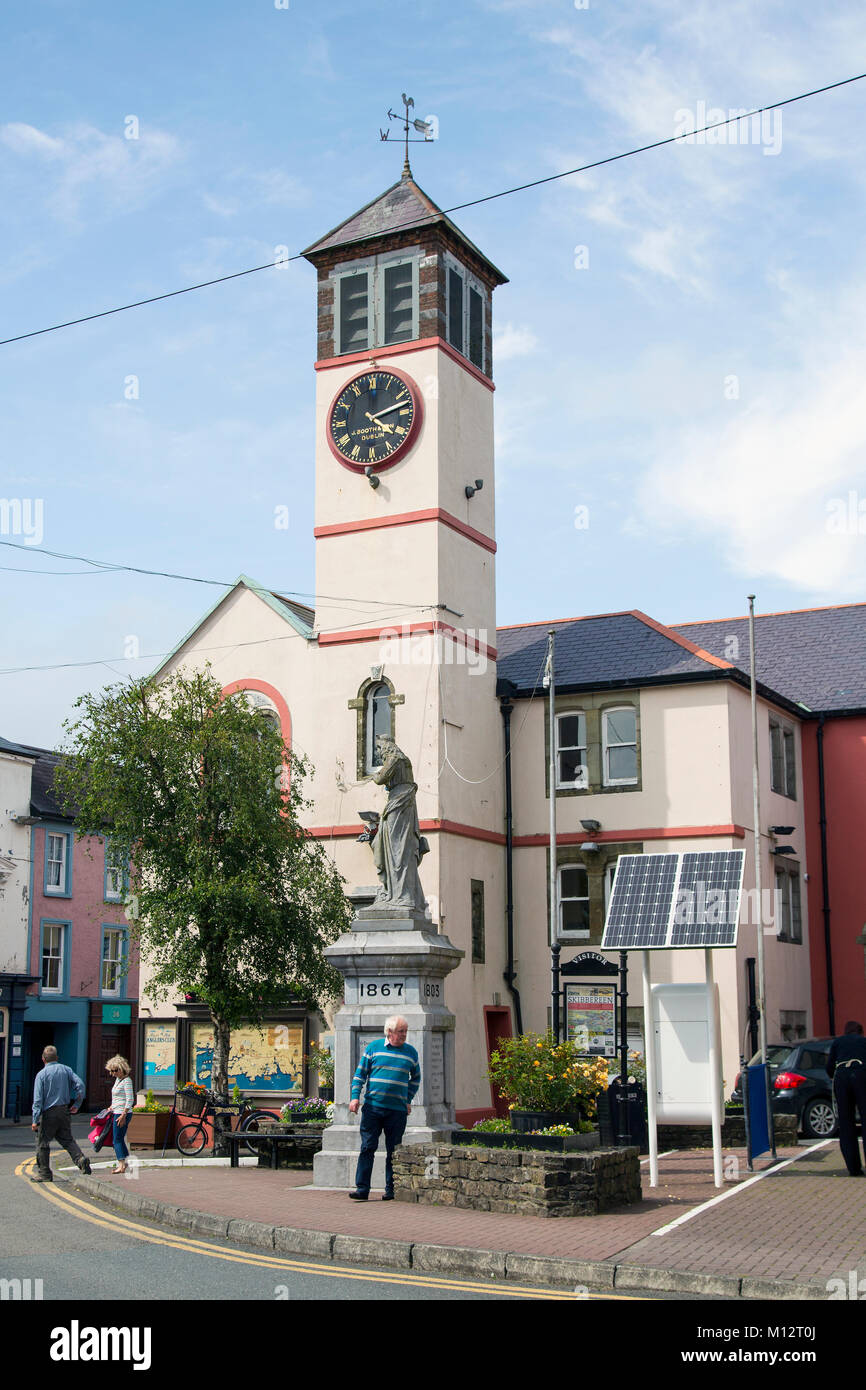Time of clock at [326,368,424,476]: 4:12
